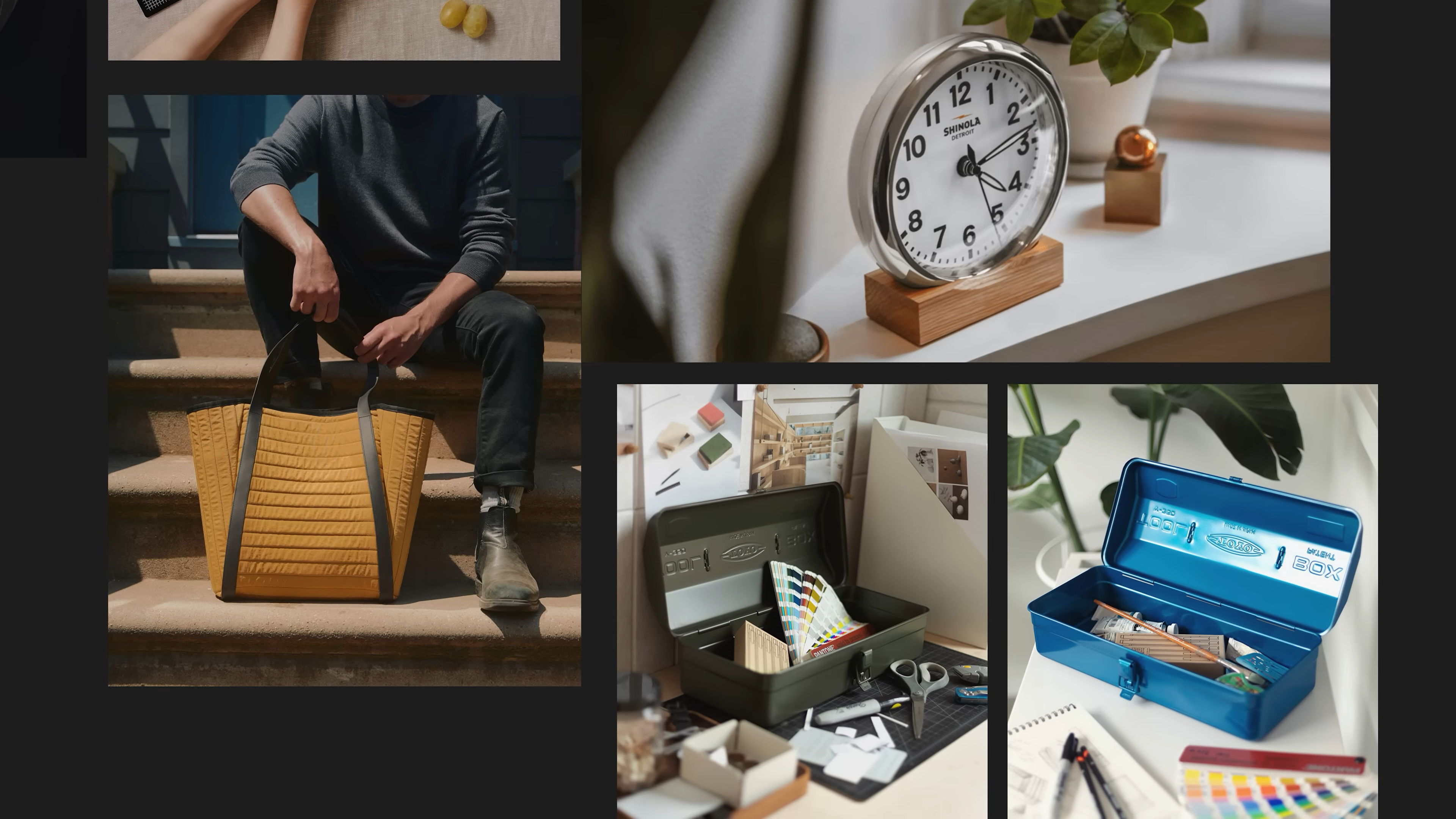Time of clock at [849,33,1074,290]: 4:12
